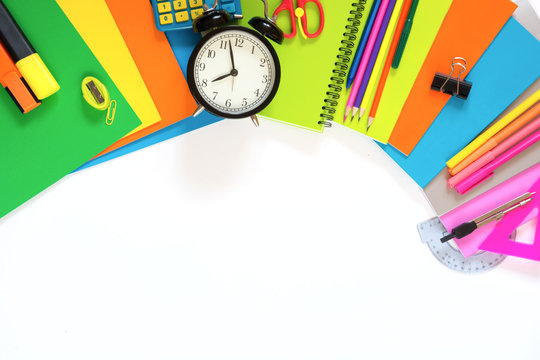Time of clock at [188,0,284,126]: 7:57
